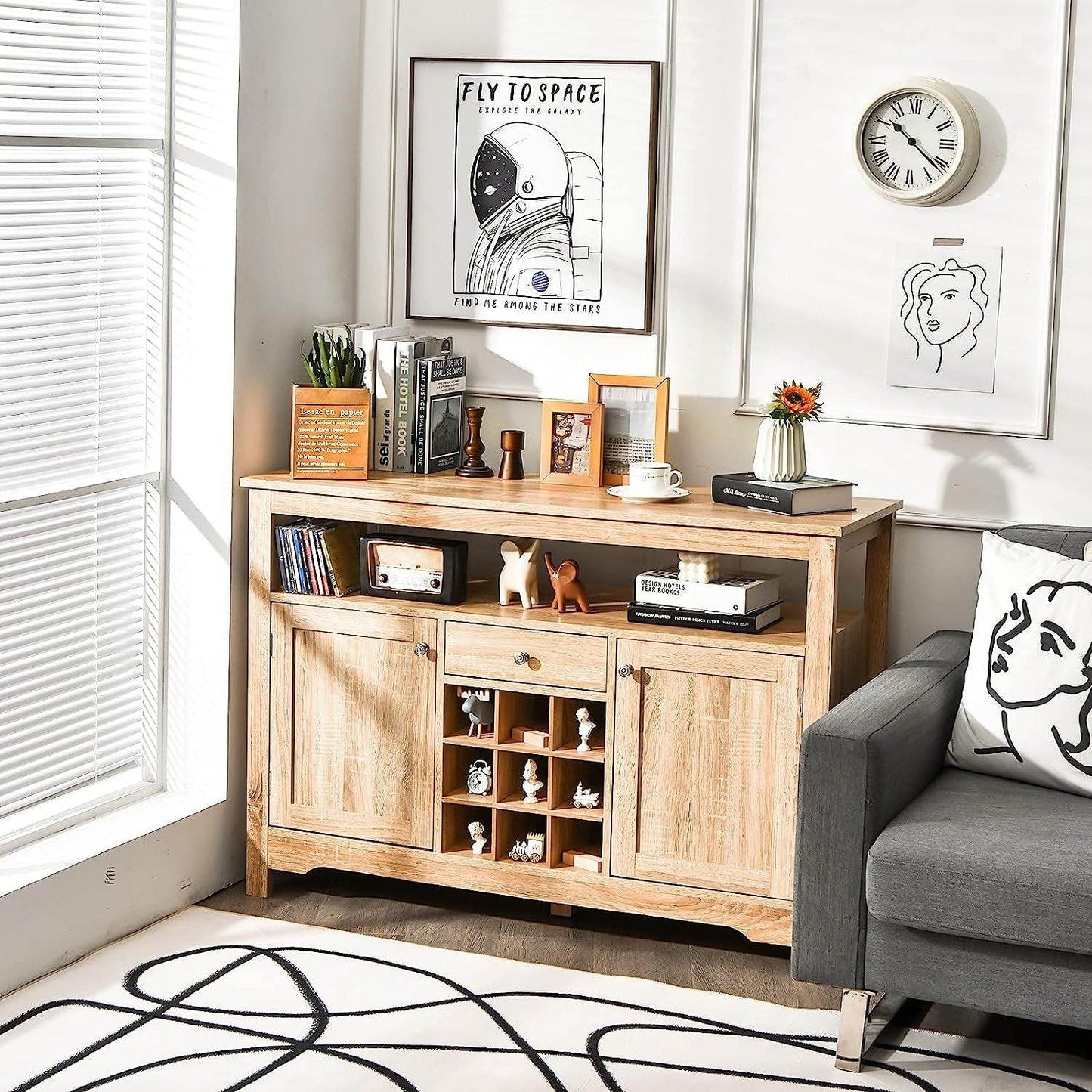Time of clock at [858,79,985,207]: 10:21
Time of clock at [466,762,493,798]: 10:36
